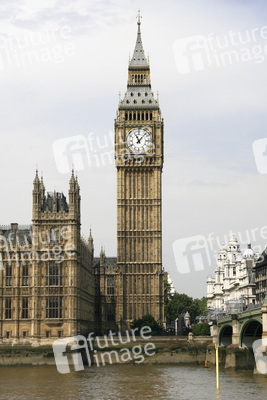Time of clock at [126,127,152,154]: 11:07
